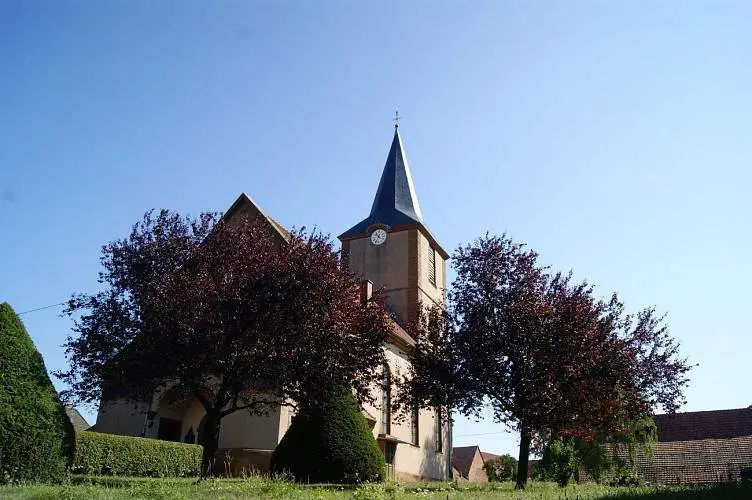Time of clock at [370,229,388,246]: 10:34
